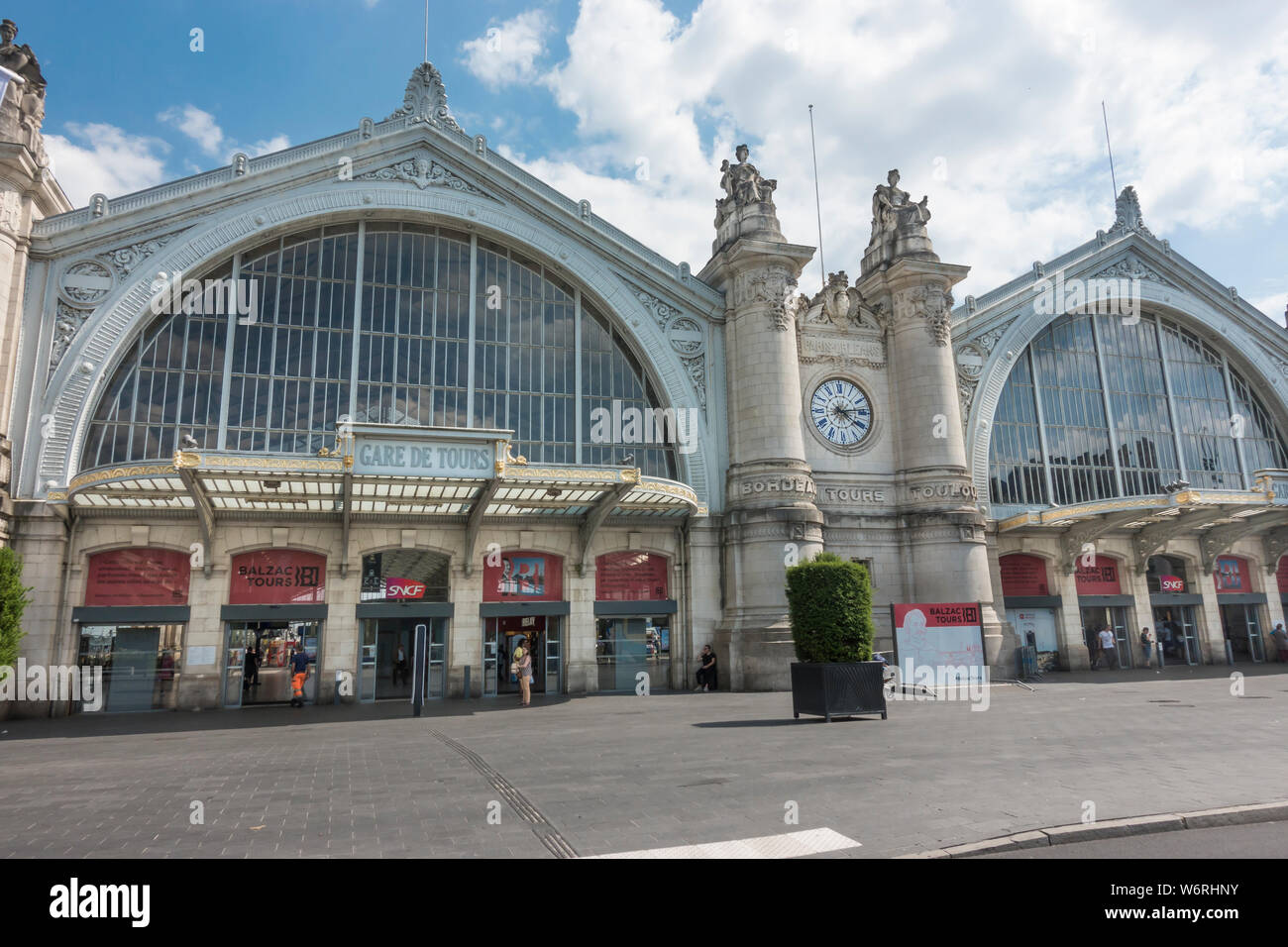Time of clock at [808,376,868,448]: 4:13
